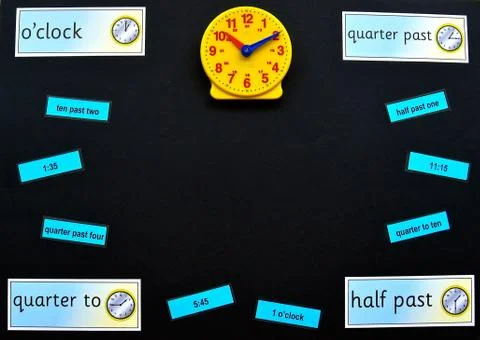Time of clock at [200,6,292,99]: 10:10
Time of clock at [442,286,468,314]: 1:29
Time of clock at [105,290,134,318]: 1:44
